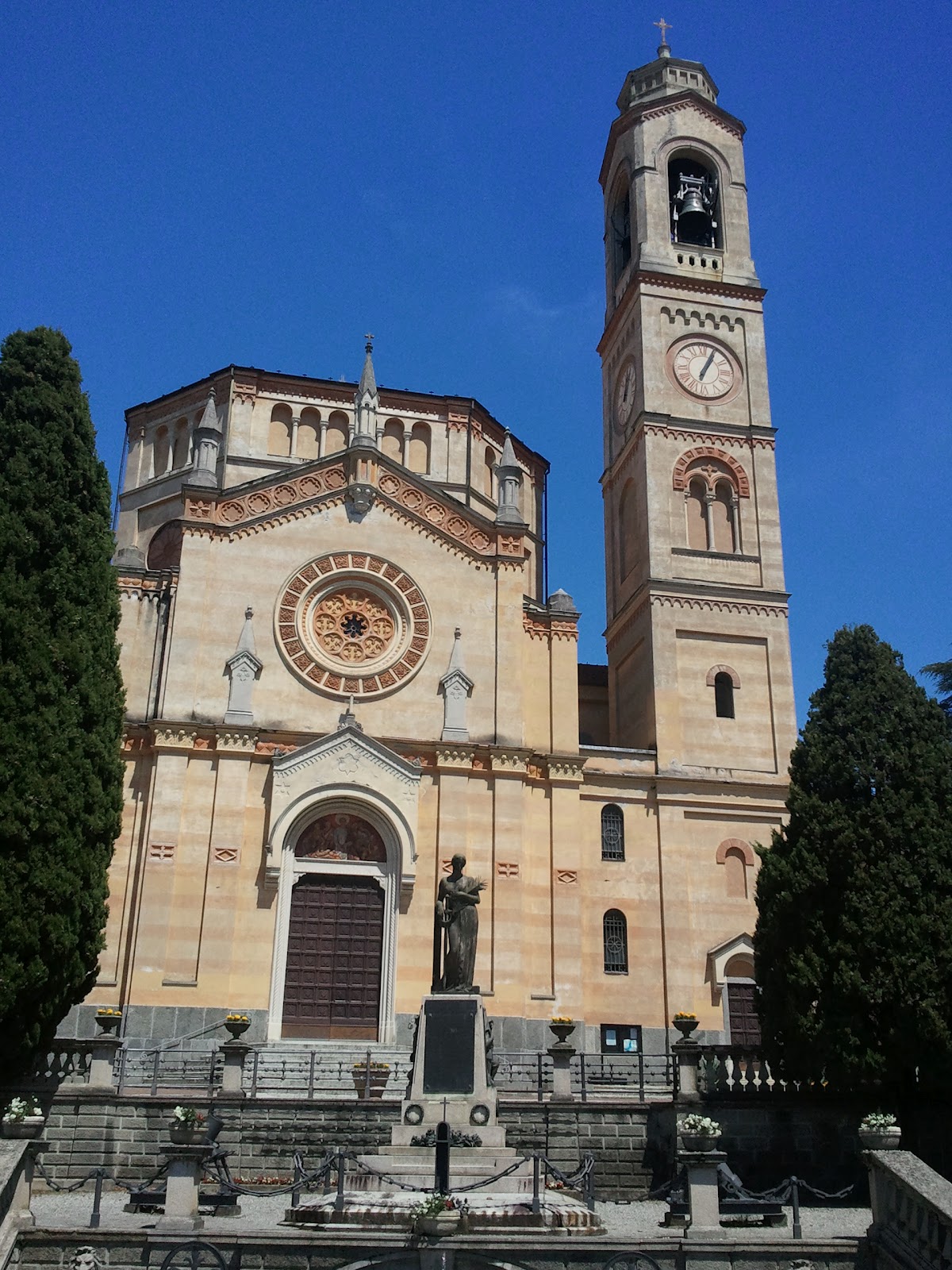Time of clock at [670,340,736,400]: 1:04
